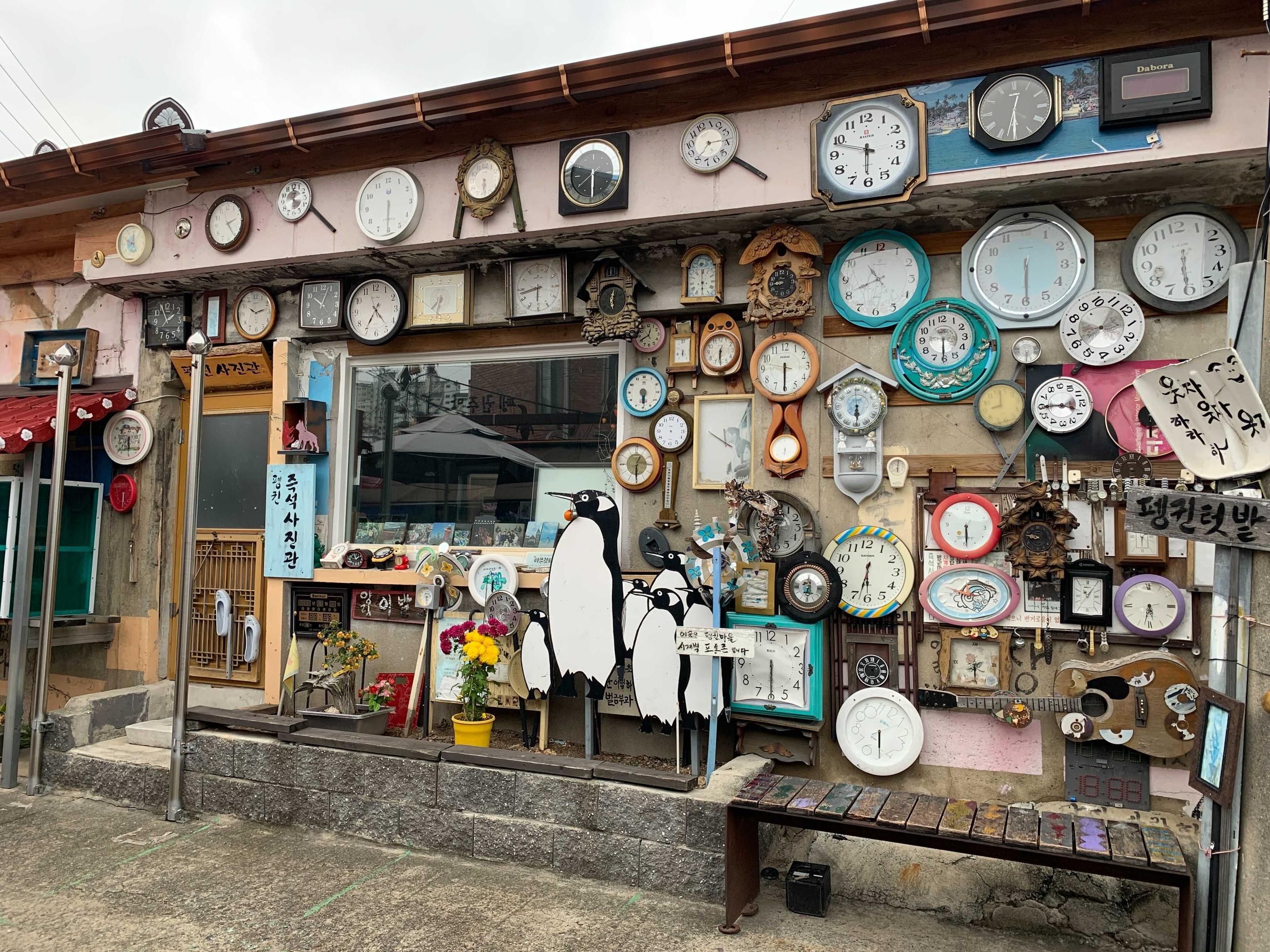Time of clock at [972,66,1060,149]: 12:29
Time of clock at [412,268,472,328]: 7:32
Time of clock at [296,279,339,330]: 10:03
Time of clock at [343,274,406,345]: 4:35
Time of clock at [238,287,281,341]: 10:12
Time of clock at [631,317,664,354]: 12:41
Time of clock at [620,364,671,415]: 6:29
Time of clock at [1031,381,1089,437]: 3:44
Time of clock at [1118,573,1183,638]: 5:32
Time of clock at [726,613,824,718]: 6:30
